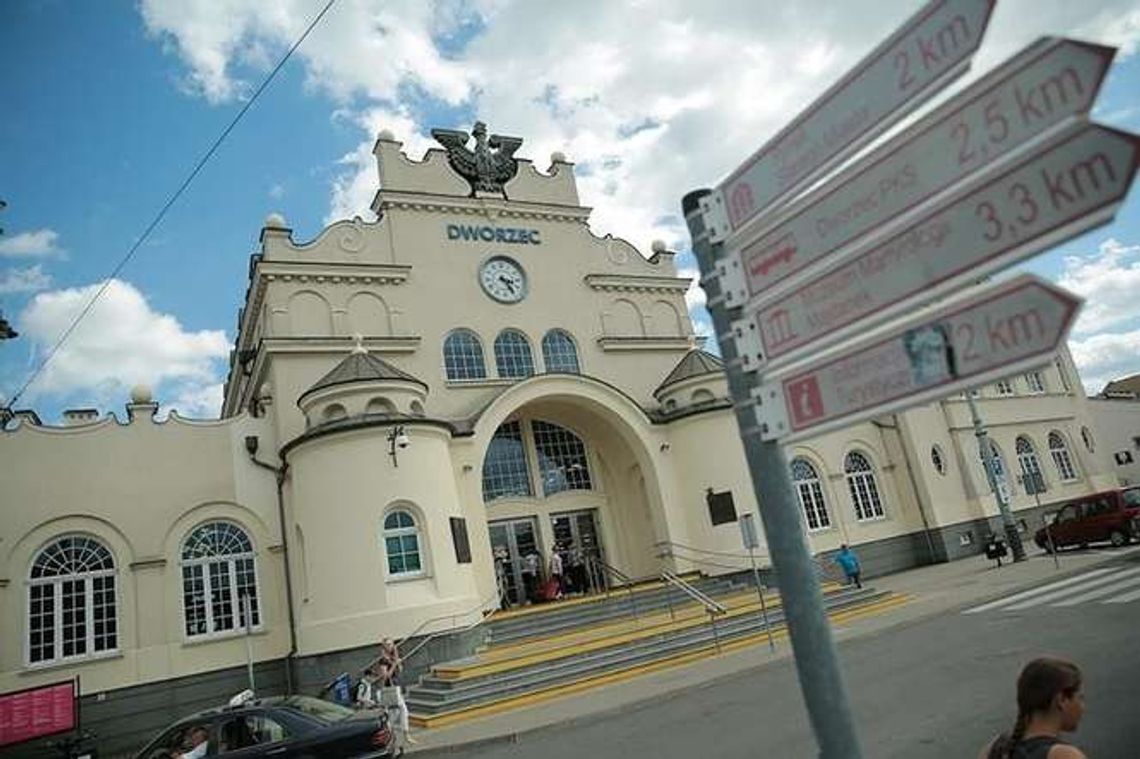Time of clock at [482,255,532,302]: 3:24
